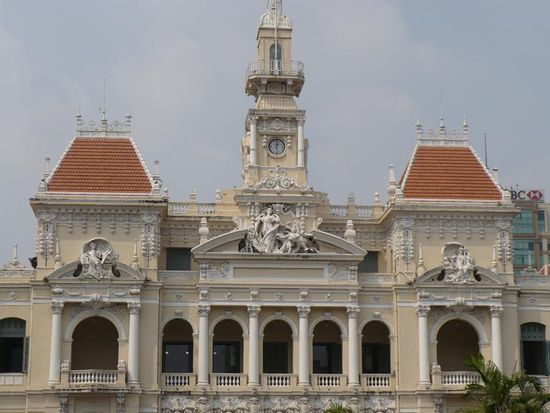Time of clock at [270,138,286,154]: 12:28
